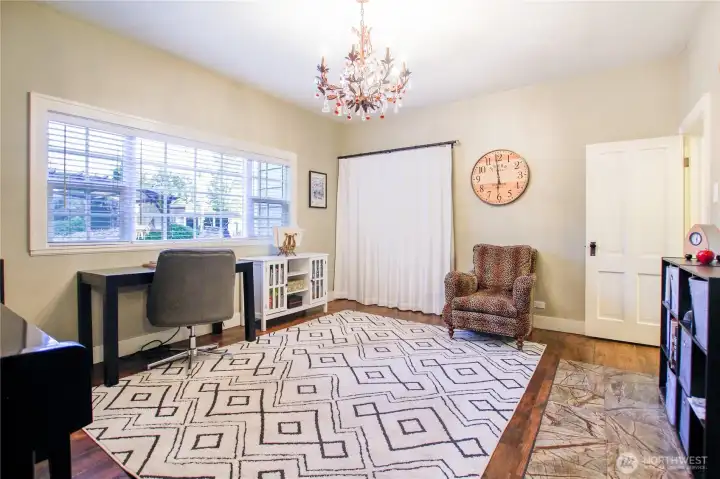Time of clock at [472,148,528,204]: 5:59
